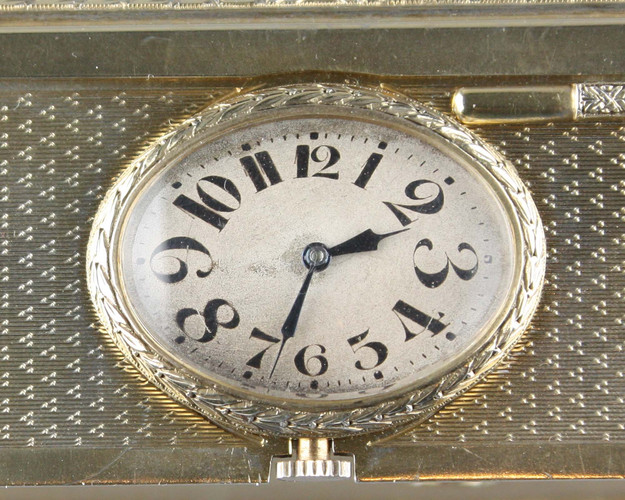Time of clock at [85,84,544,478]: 2:33
